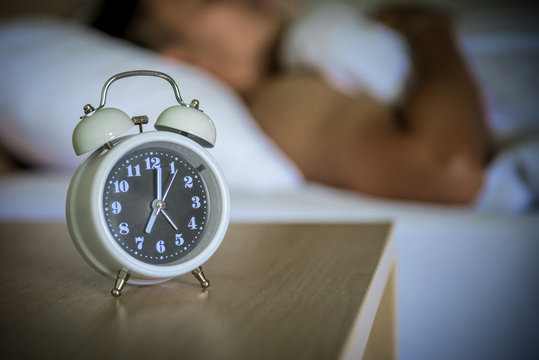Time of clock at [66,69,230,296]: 7:01
